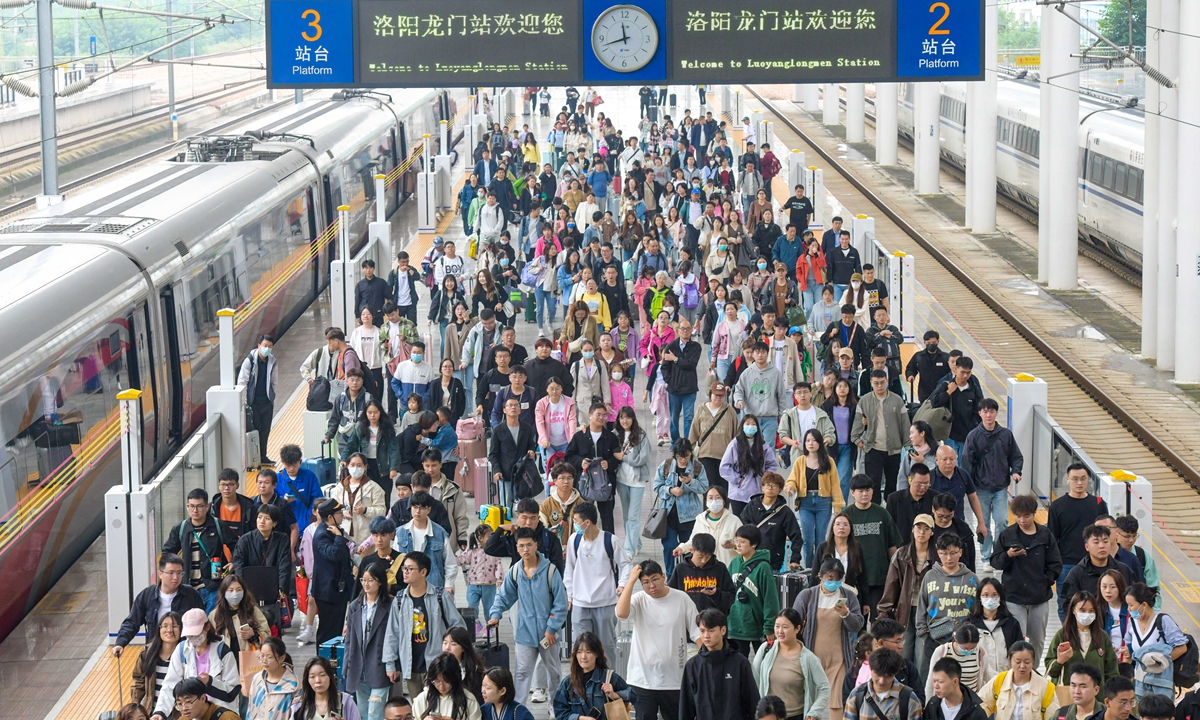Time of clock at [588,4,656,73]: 11:42
